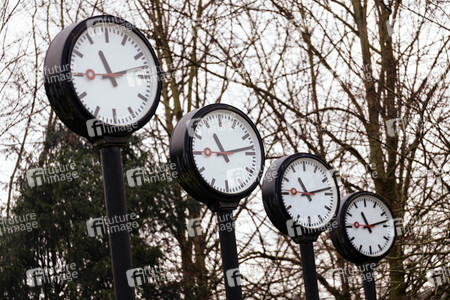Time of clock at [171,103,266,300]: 11:13
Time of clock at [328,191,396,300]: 11:13
